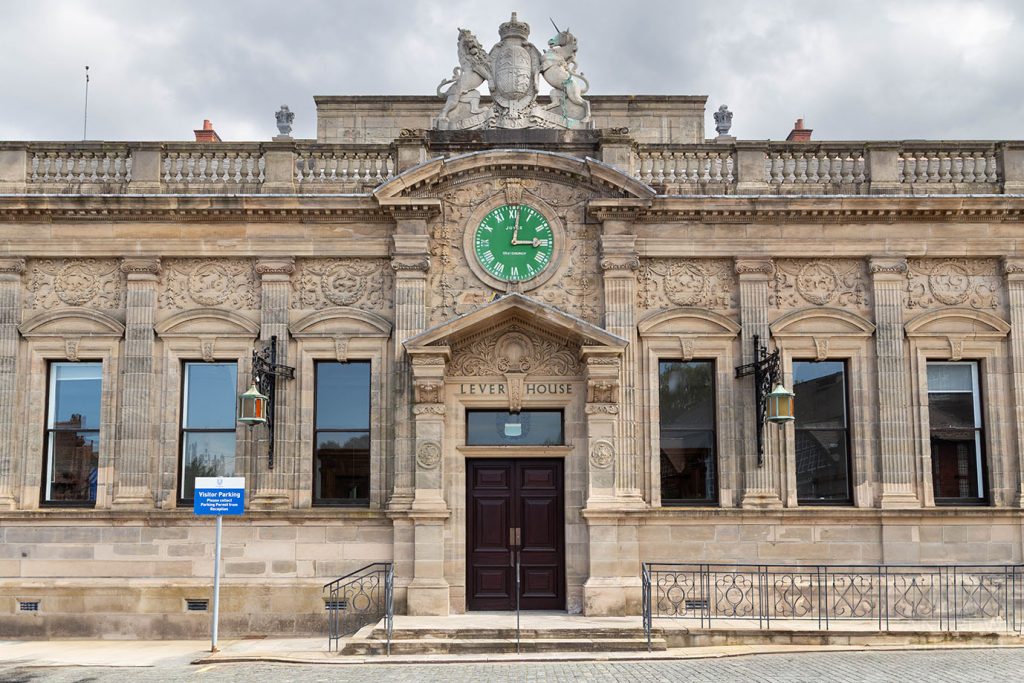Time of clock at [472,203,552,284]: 3:01
